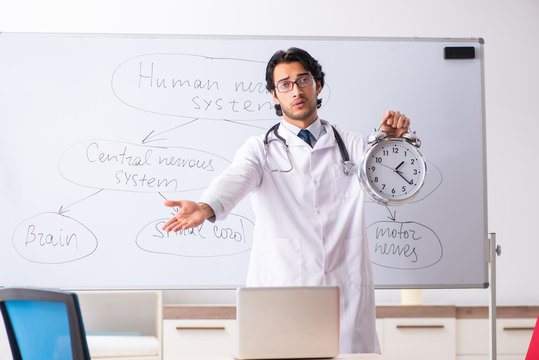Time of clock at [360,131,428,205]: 1:21
